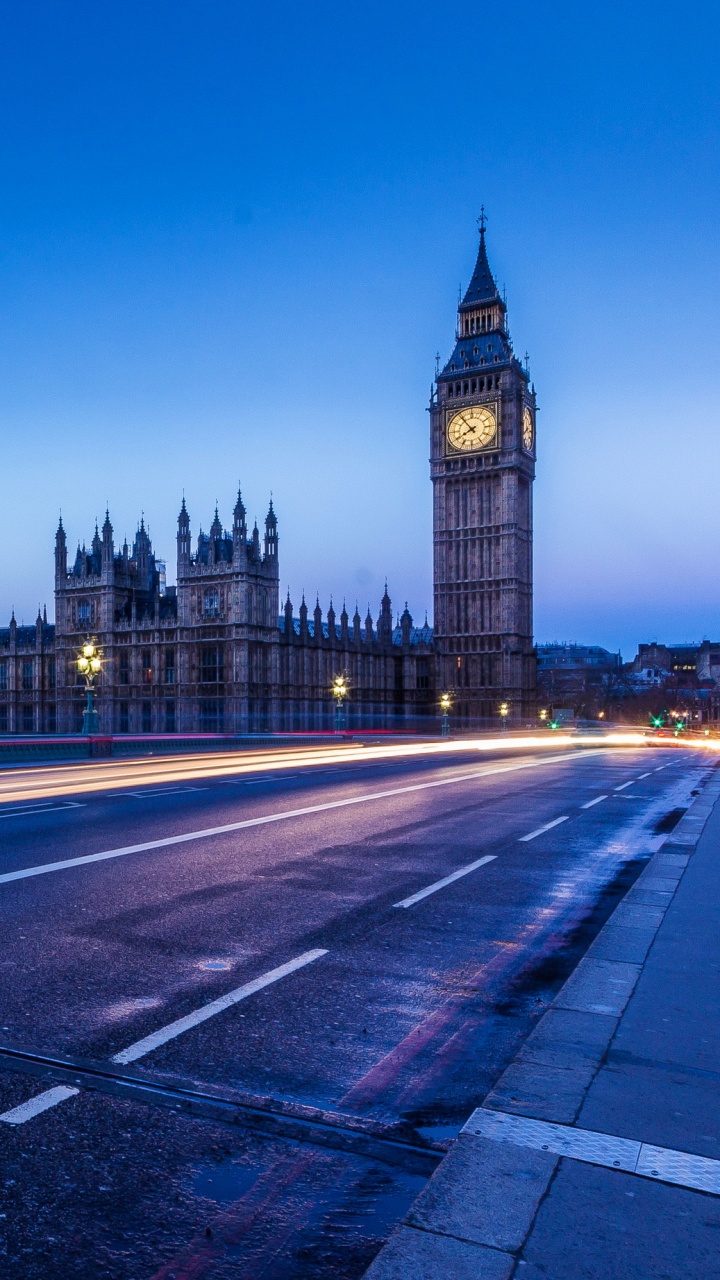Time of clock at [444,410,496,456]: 7:53
